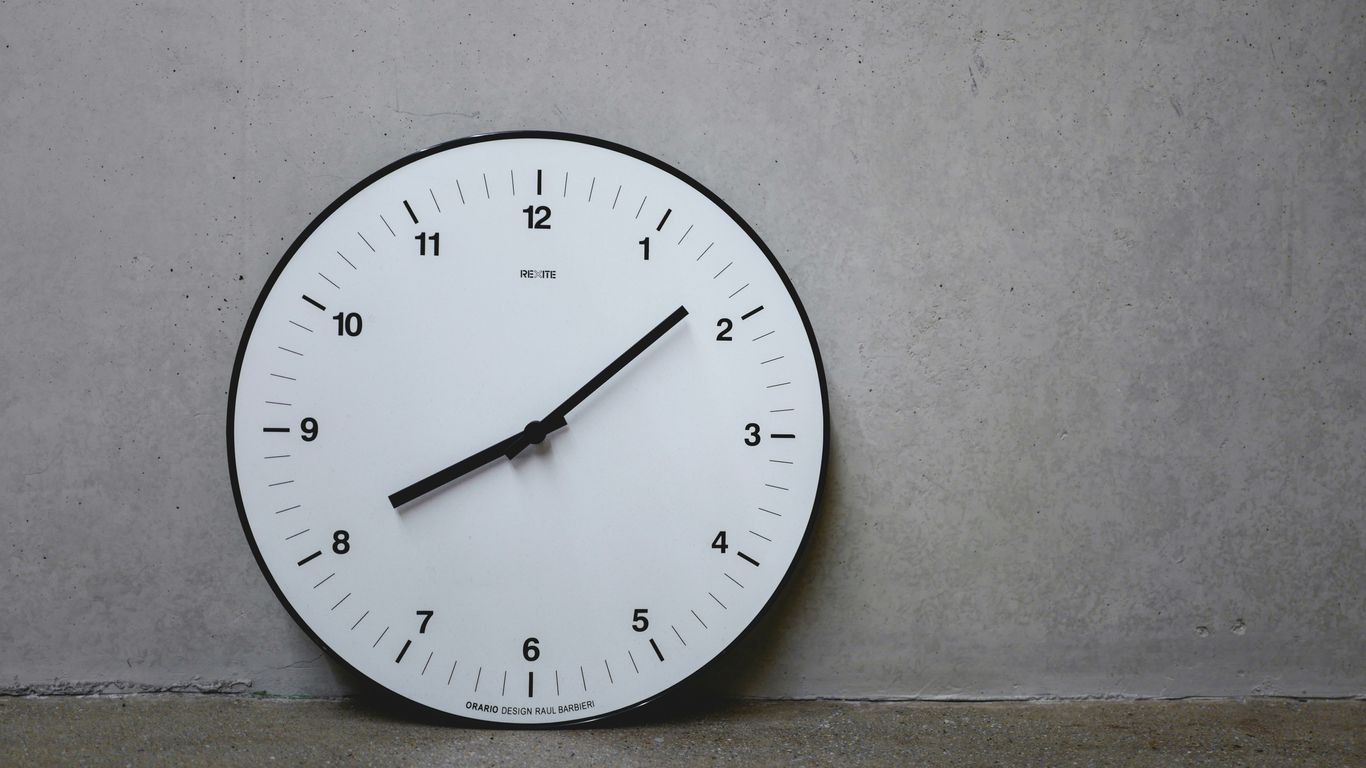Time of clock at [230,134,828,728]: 8:08
